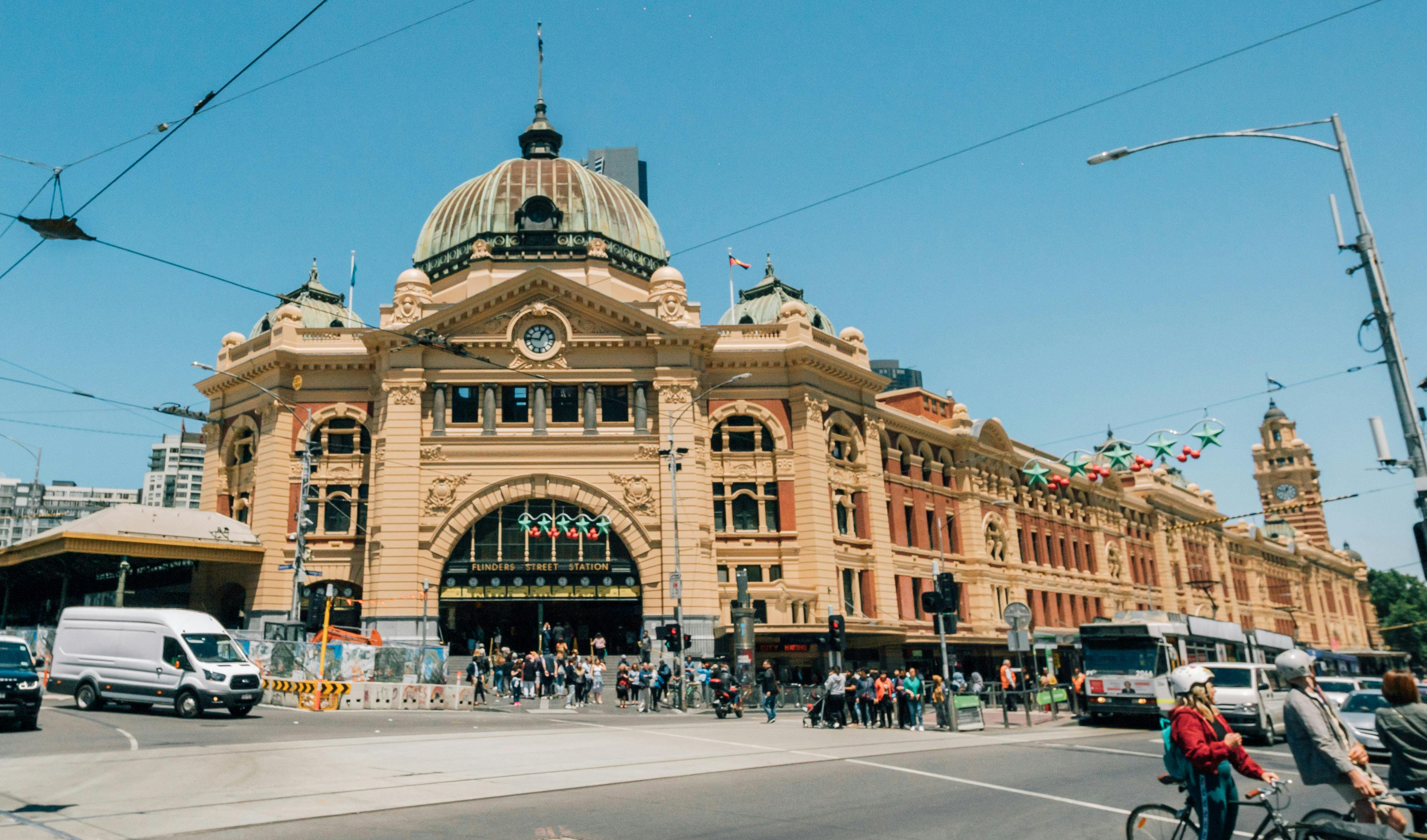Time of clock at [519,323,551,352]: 12:46
